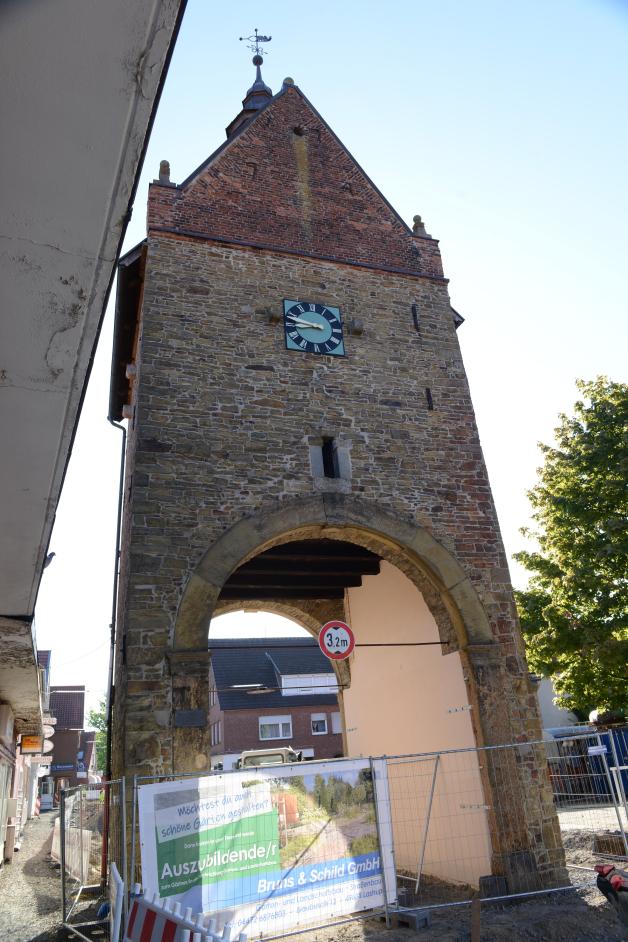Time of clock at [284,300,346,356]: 8:47
